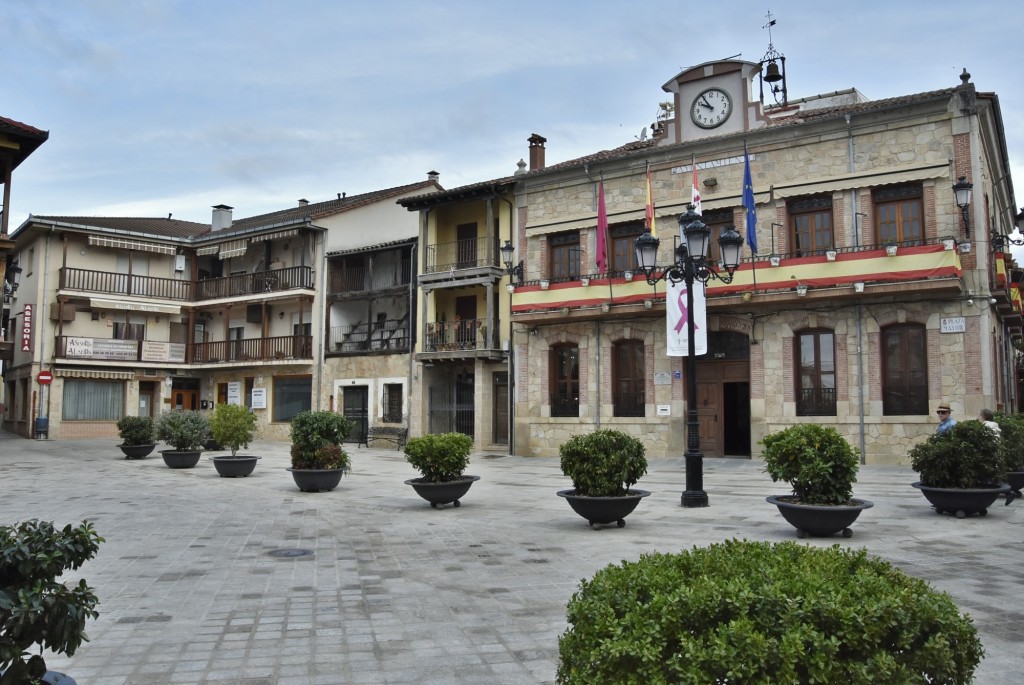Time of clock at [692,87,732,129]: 9:54
